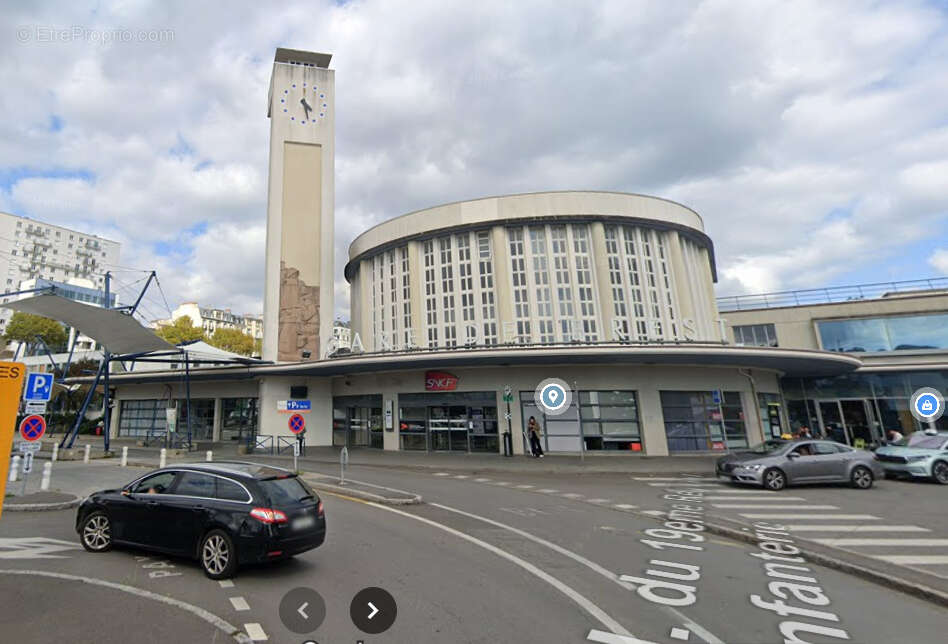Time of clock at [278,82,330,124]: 4:27
